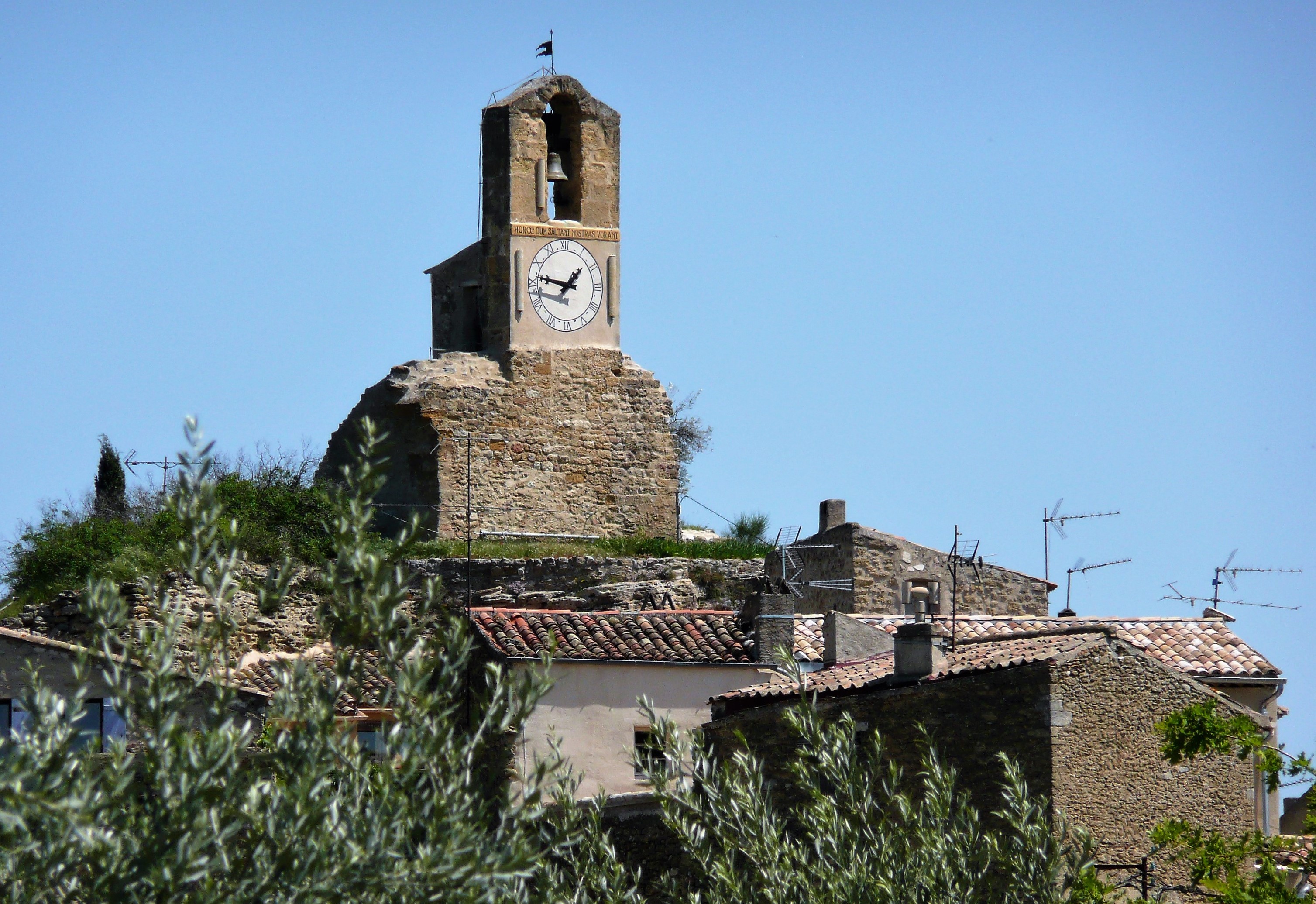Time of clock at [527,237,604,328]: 1:46
